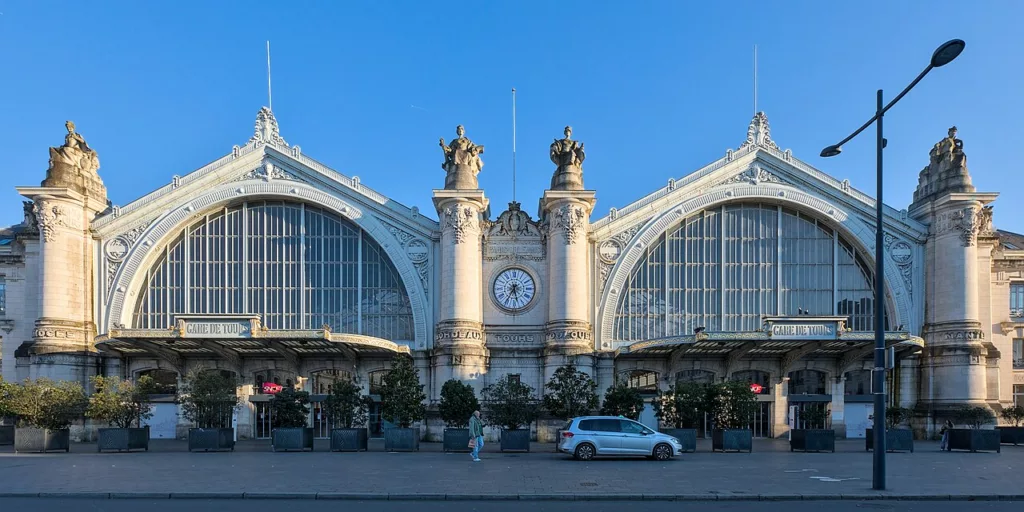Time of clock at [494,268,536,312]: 5:35
